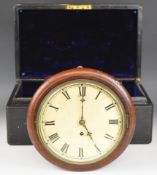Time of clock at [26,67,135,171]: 5:00
